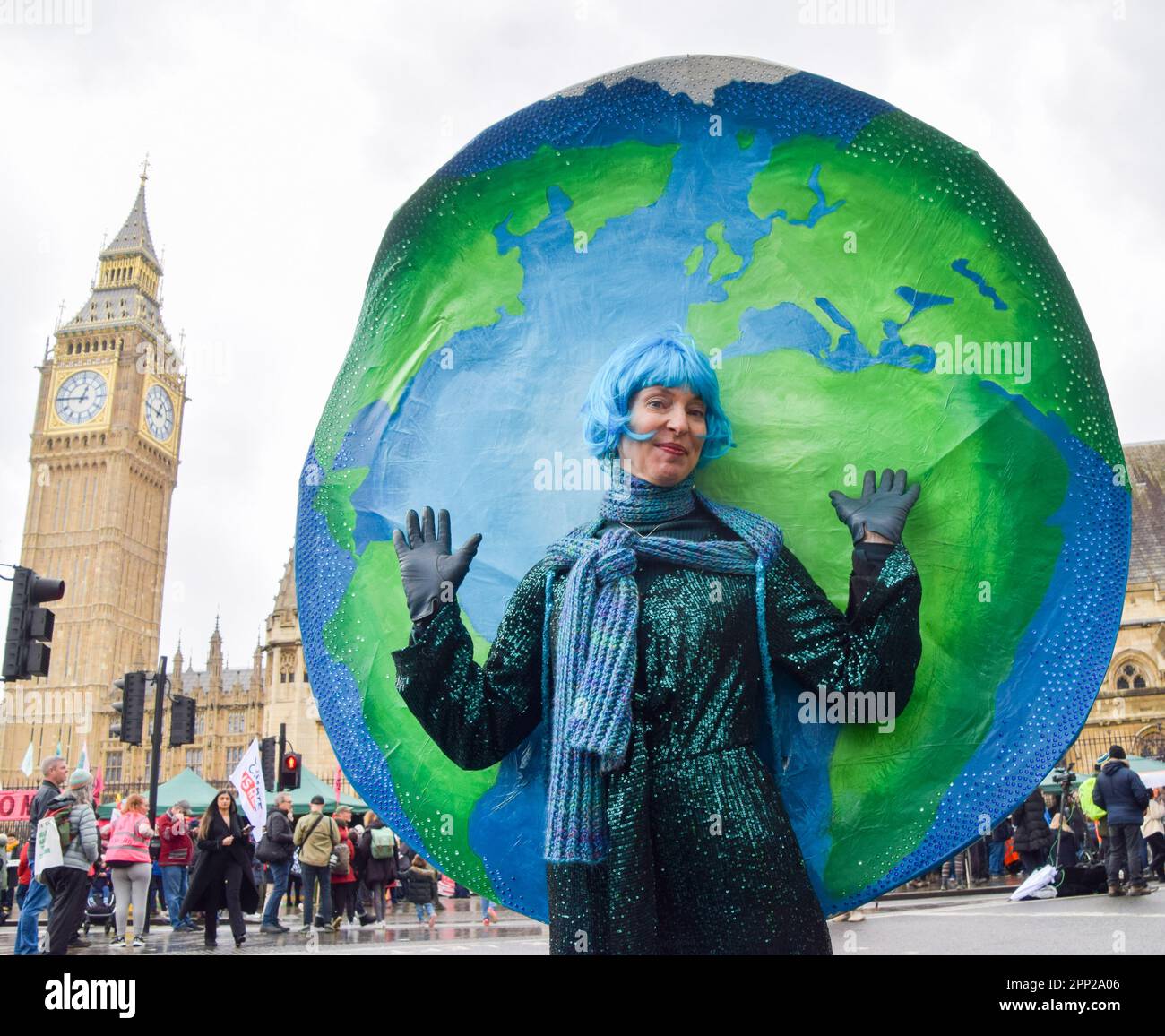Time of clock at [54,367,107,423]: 12:45
